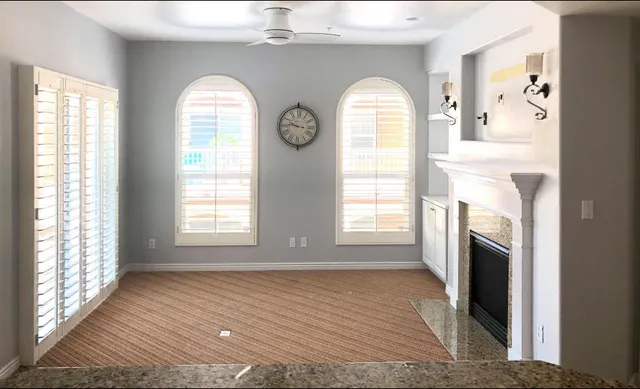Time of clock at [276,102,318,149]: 9:45
